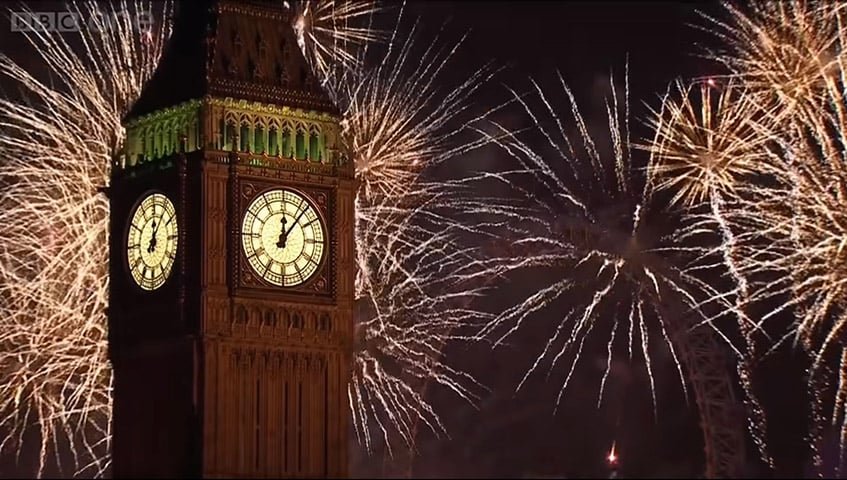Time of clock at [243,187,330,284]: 12:06
